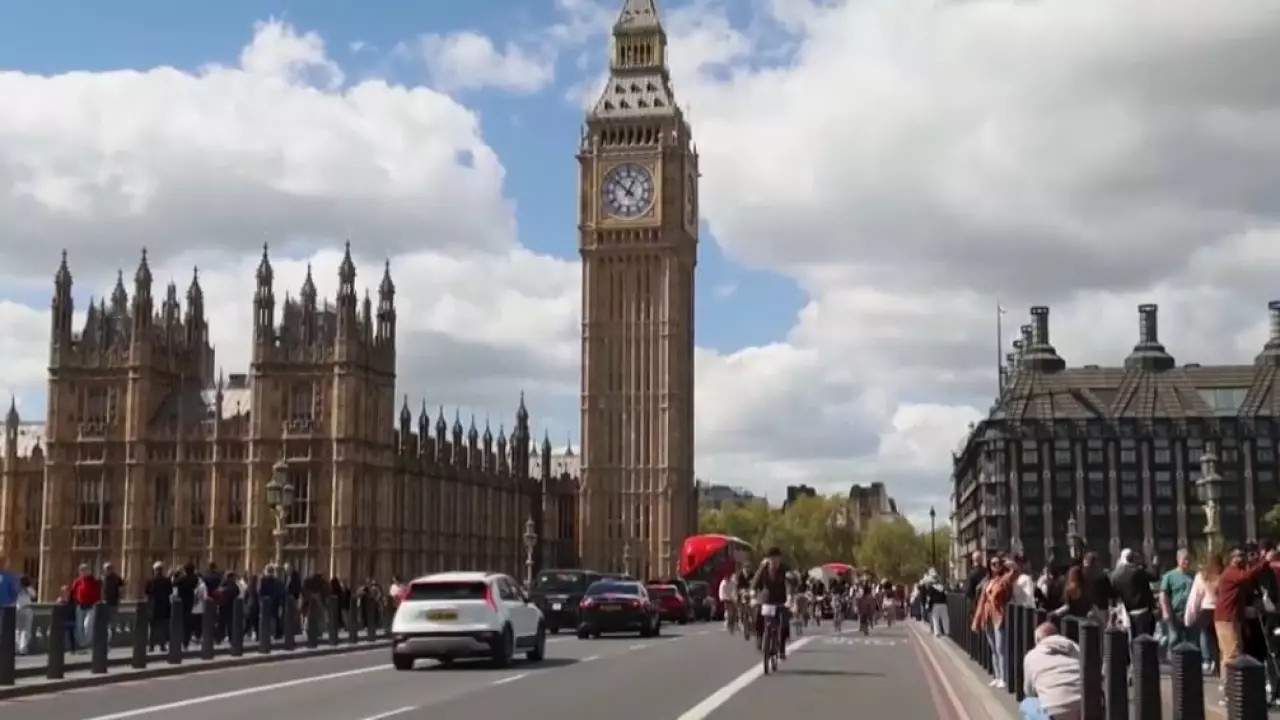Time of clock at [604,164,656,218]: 12:52
